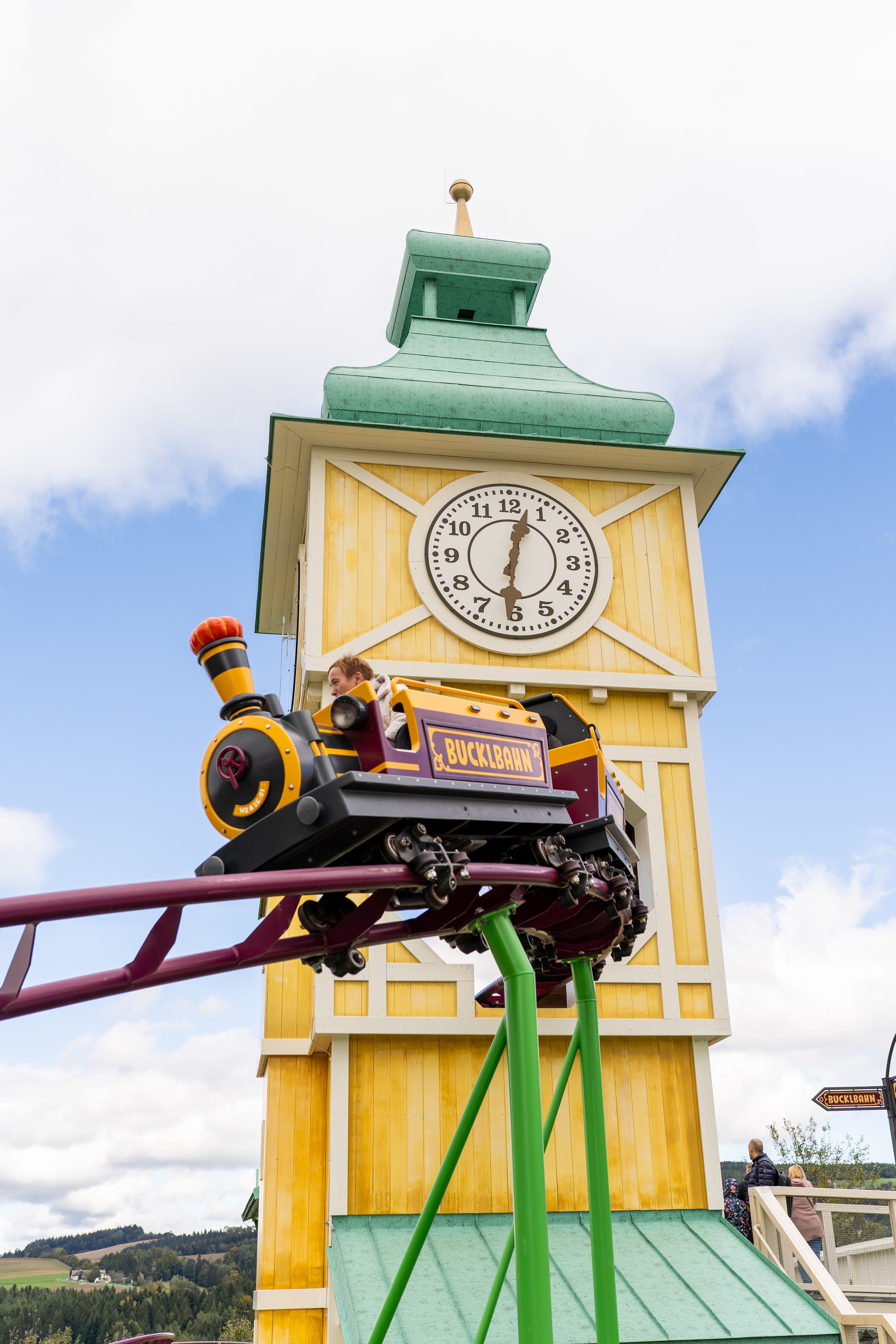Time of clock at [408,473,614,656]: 12:30
